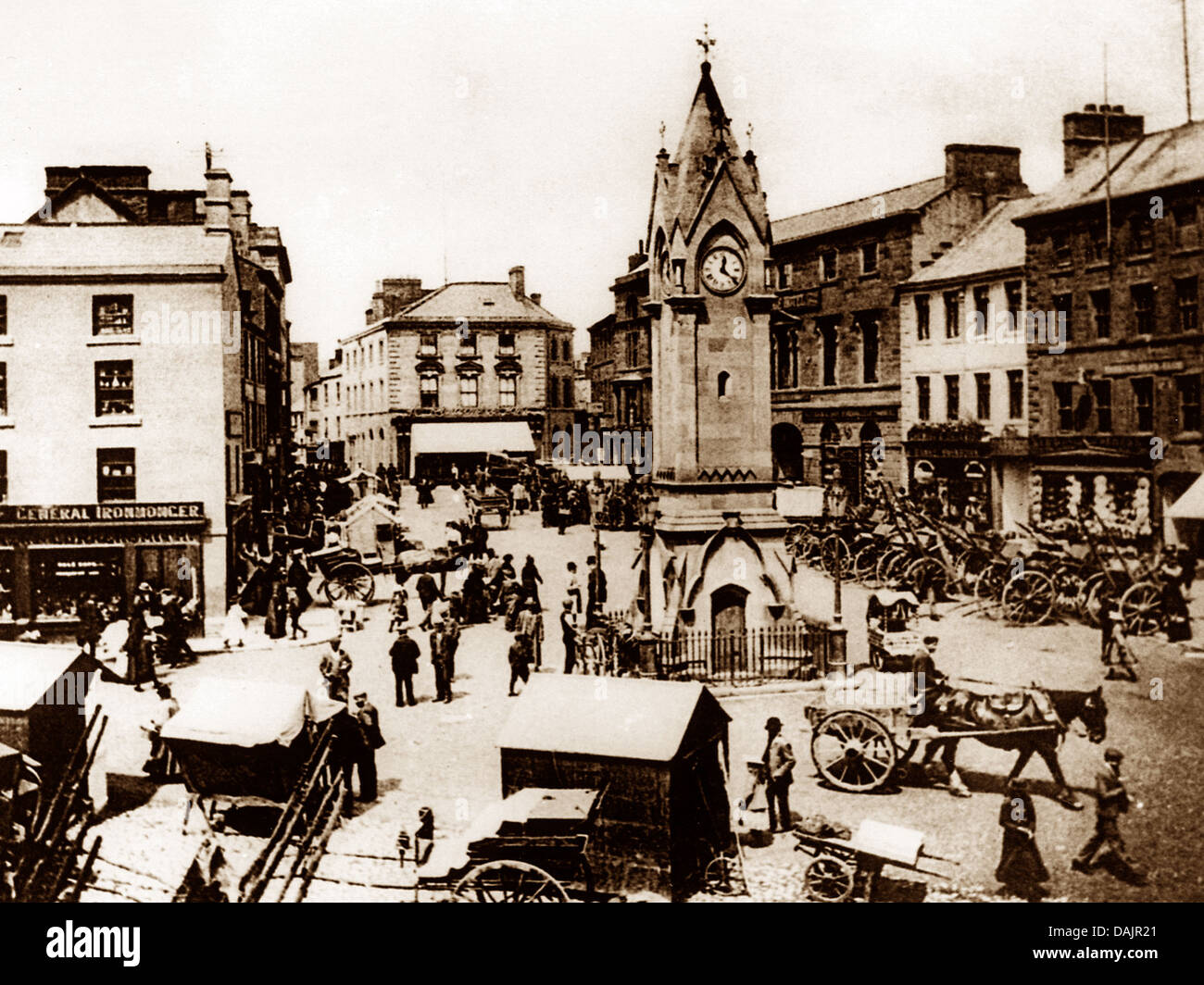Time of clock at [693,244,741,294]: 12:21
